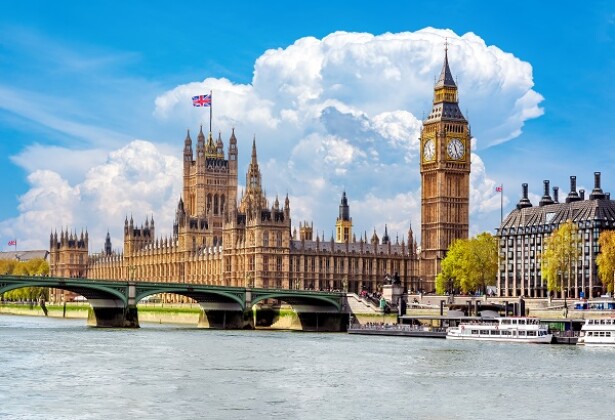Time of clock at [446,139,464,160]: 11:26
